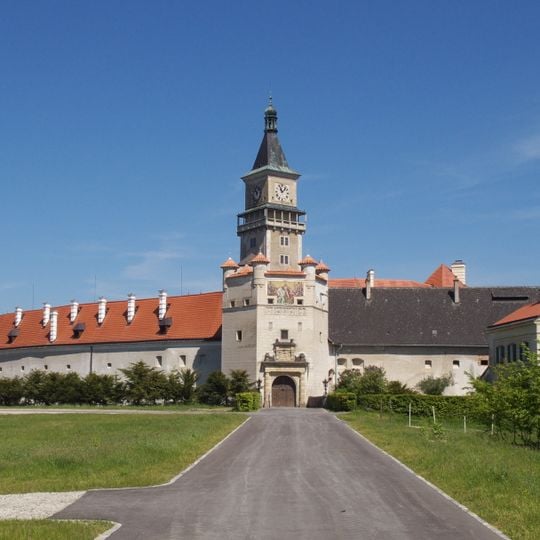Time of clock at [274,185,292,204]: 11:07
